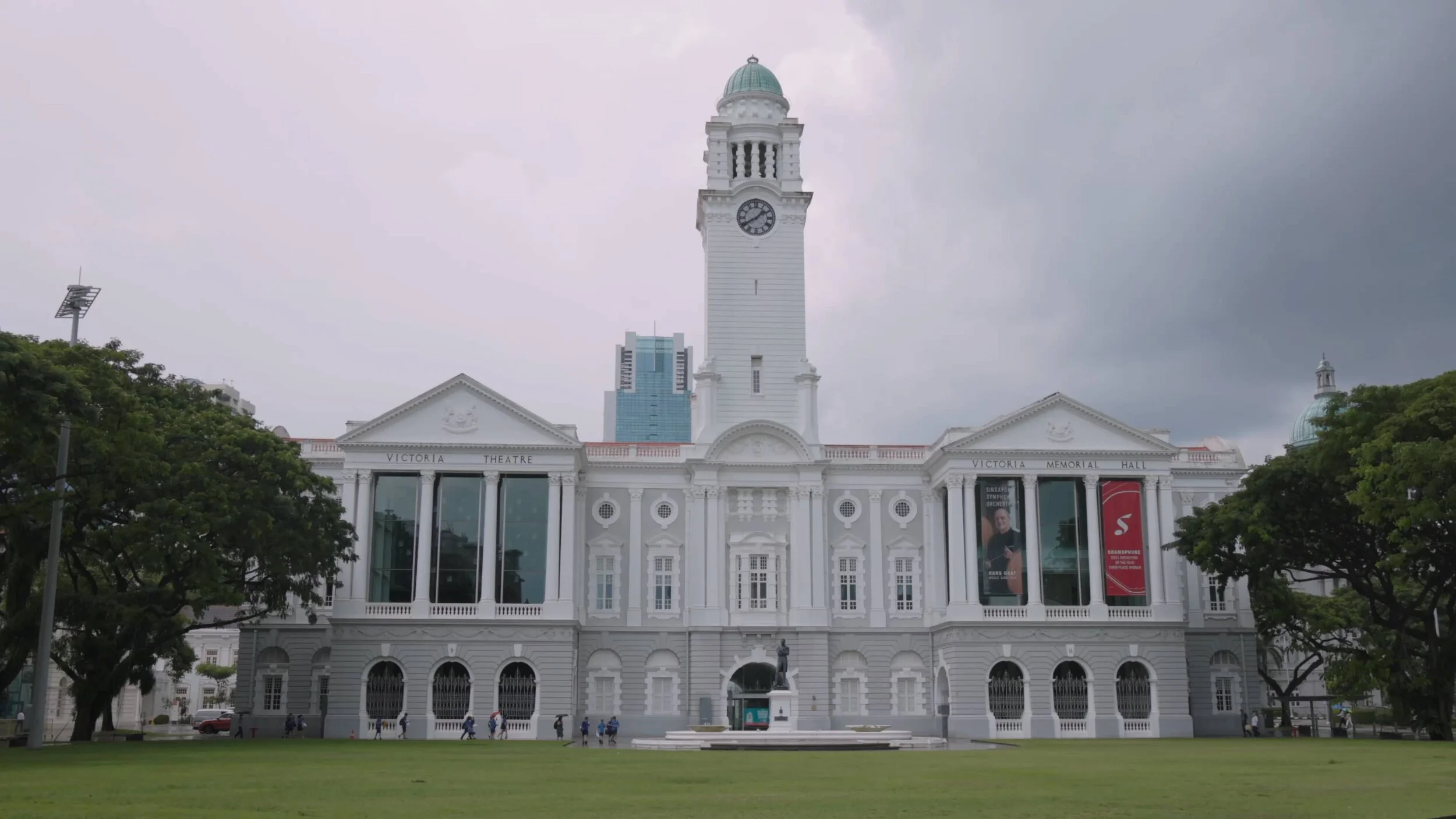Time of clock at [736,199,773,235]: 1:39
